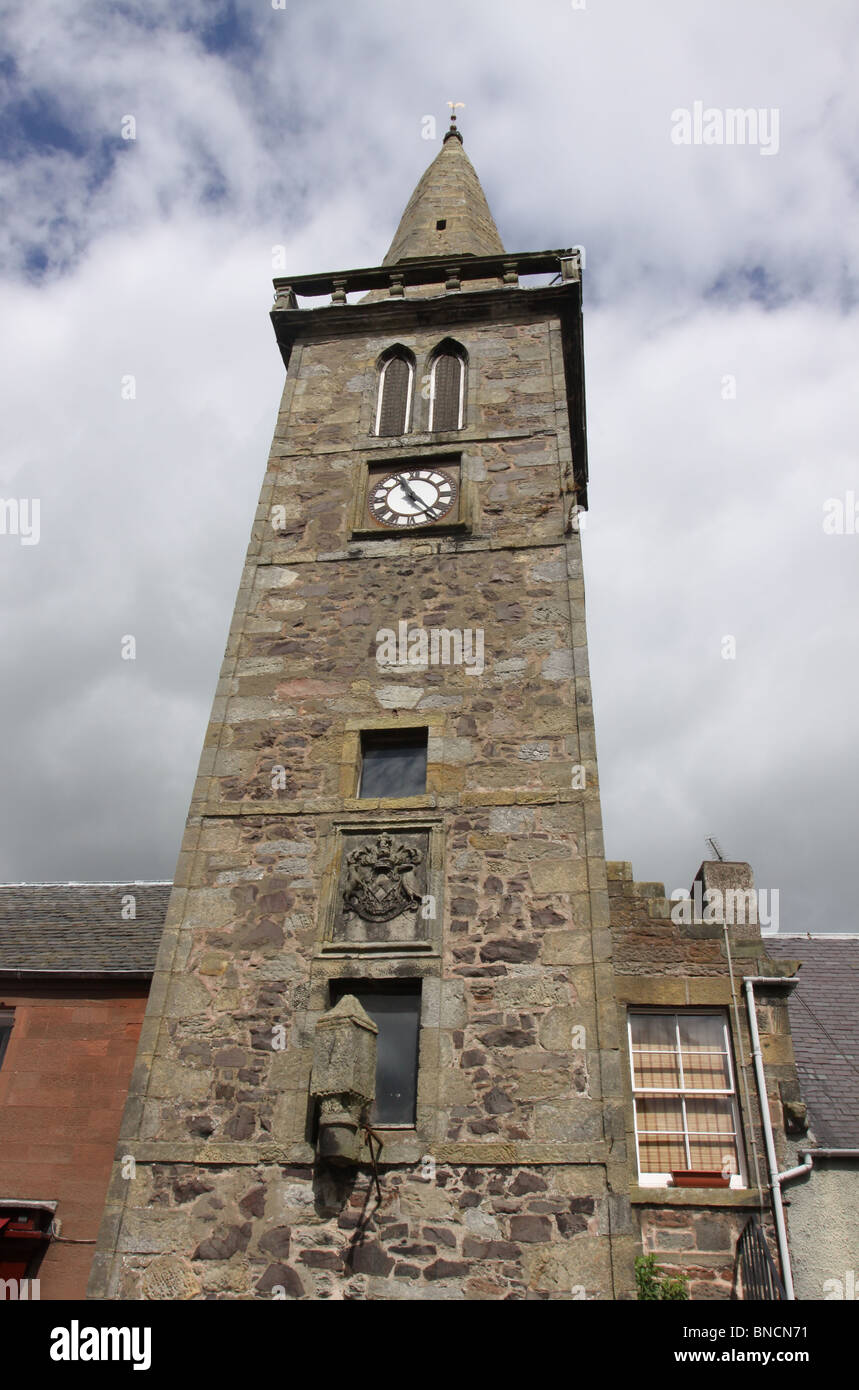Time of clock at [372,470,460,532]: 11:23
